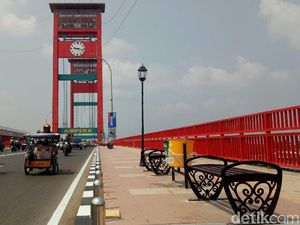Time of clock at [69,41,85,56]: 9:17
